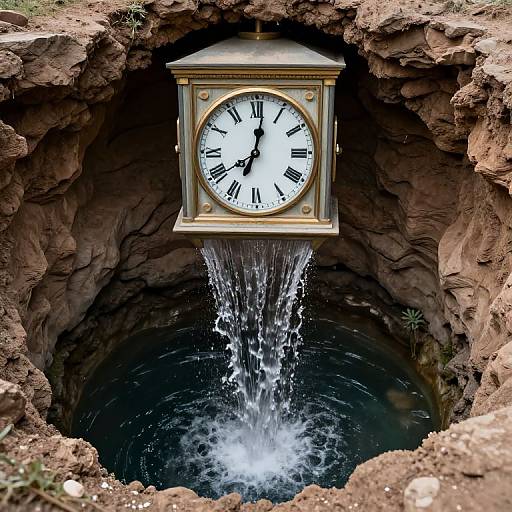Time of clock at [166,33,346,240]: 7:01
